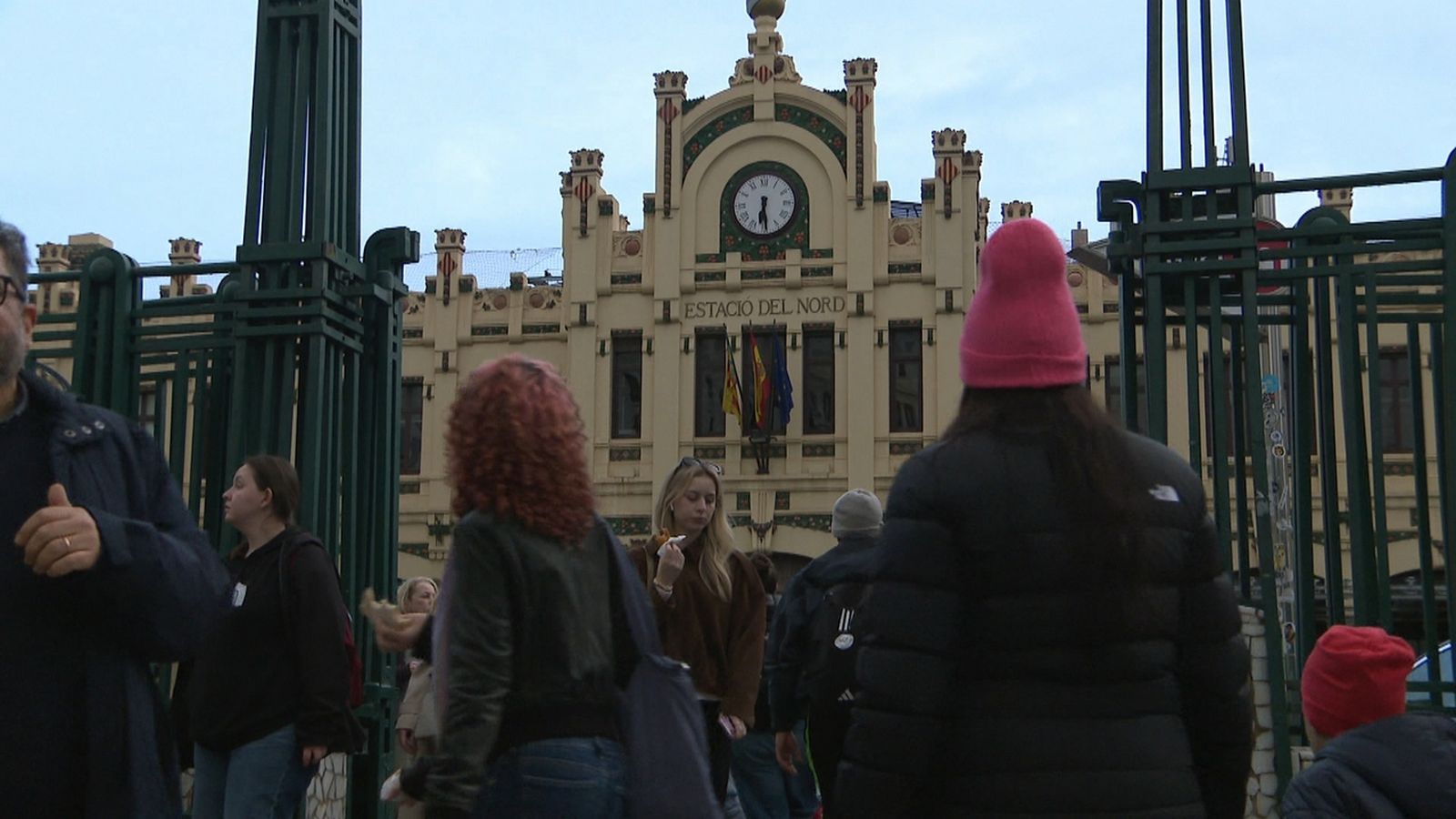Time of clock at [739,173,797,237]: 6:29
